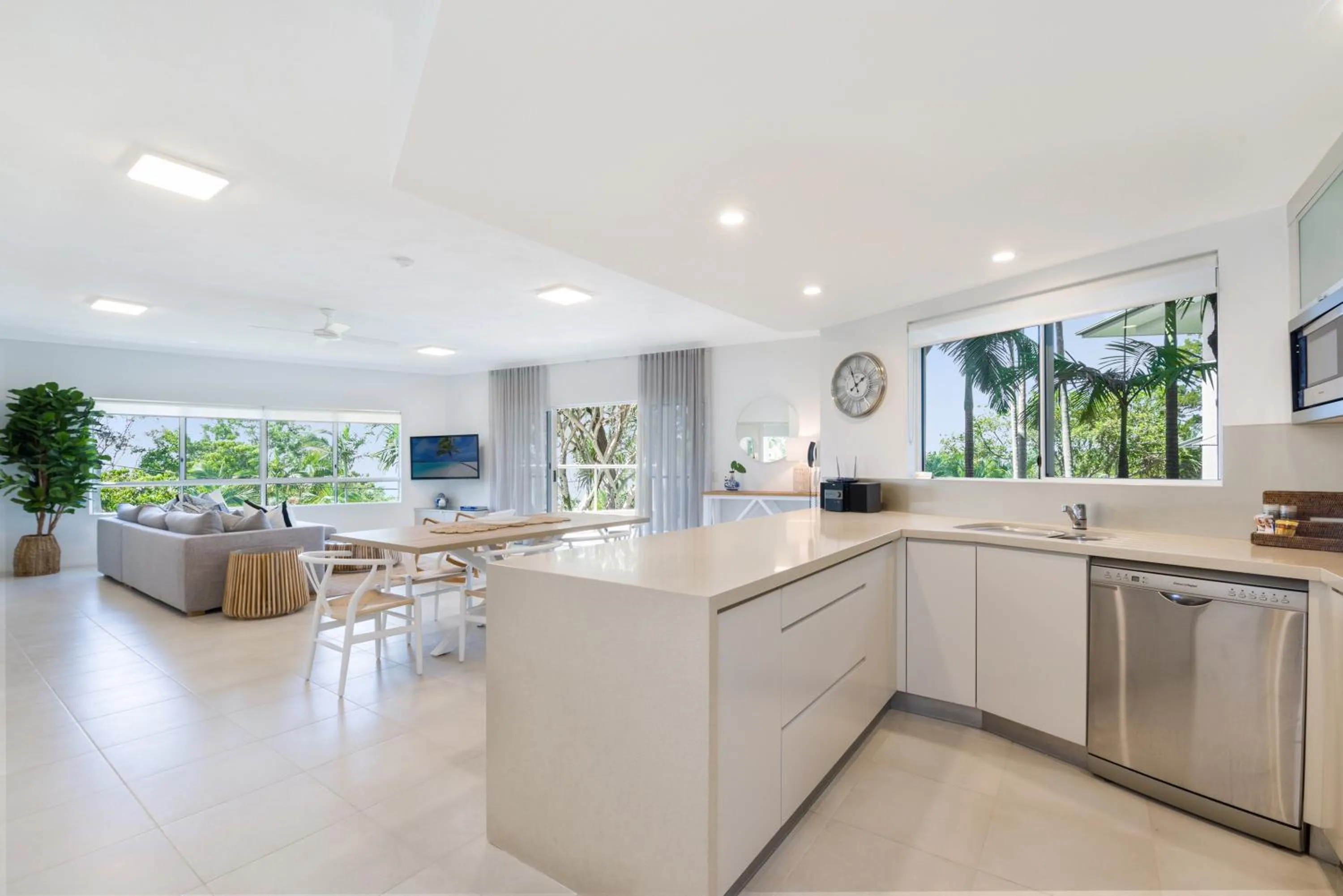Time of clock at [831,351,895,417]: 1:56
